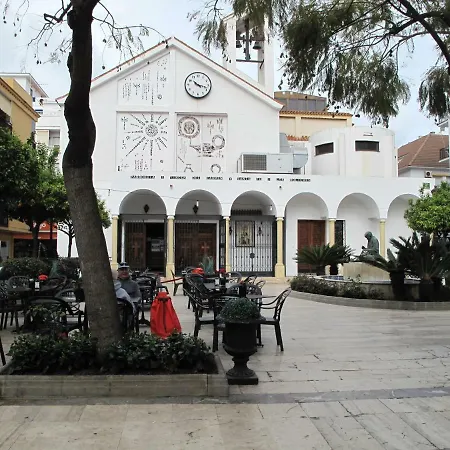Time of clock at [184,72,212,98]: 10:17
